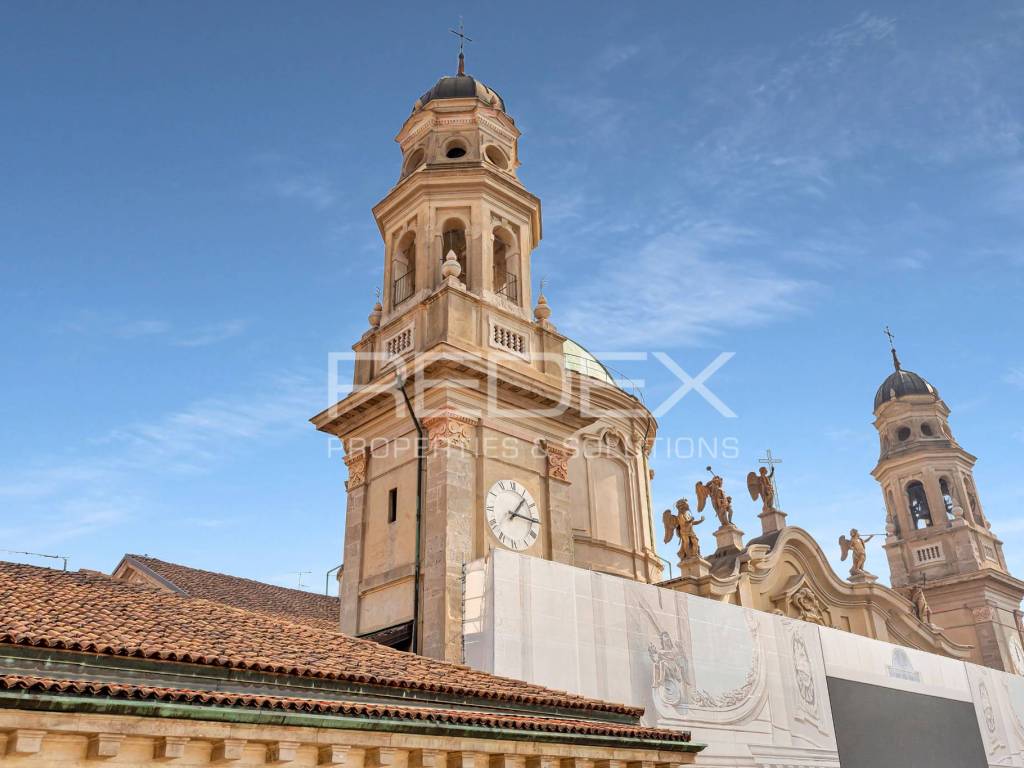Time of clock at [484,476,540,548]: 1:15
